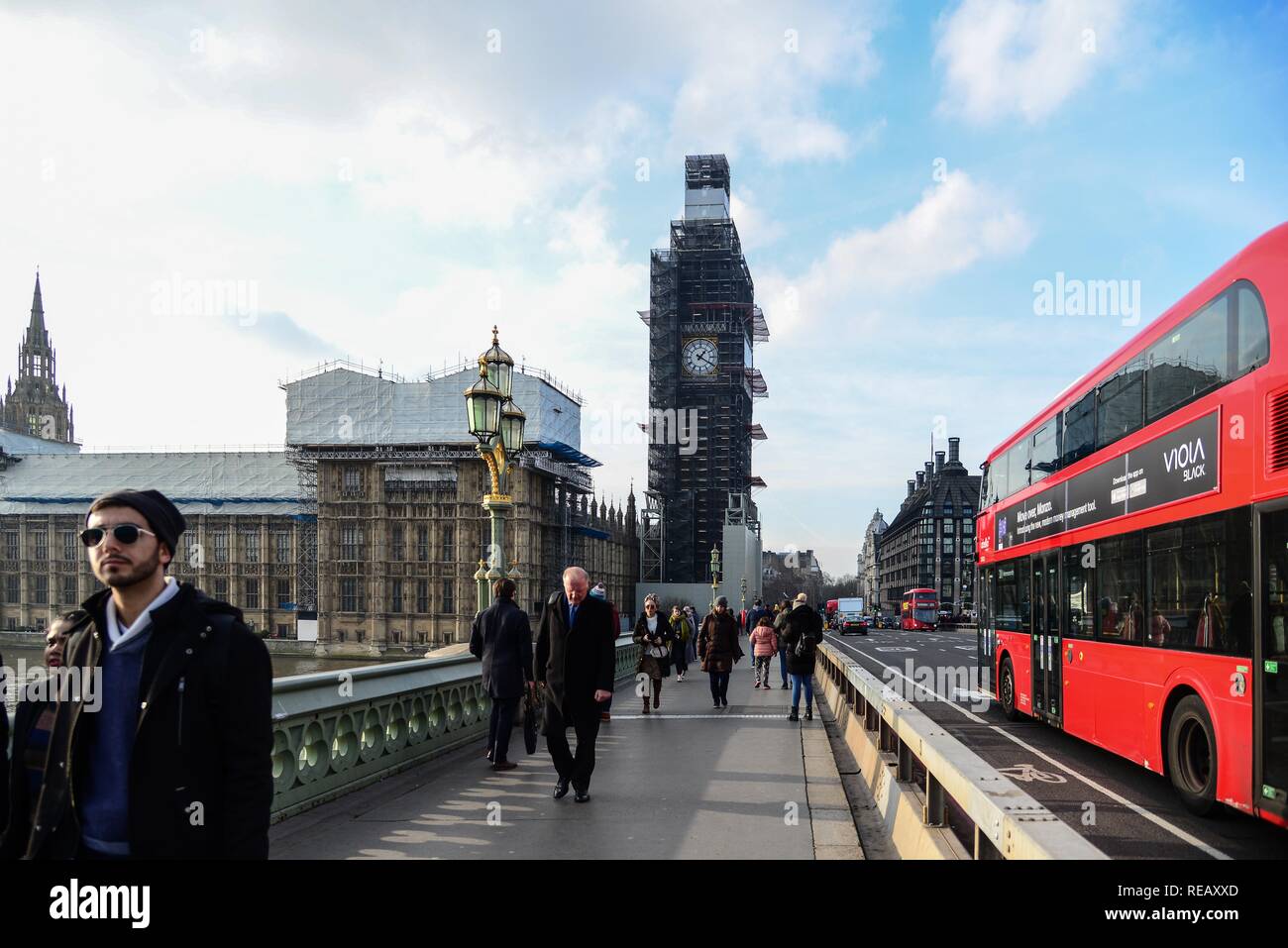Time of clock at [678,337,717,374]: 1:20
